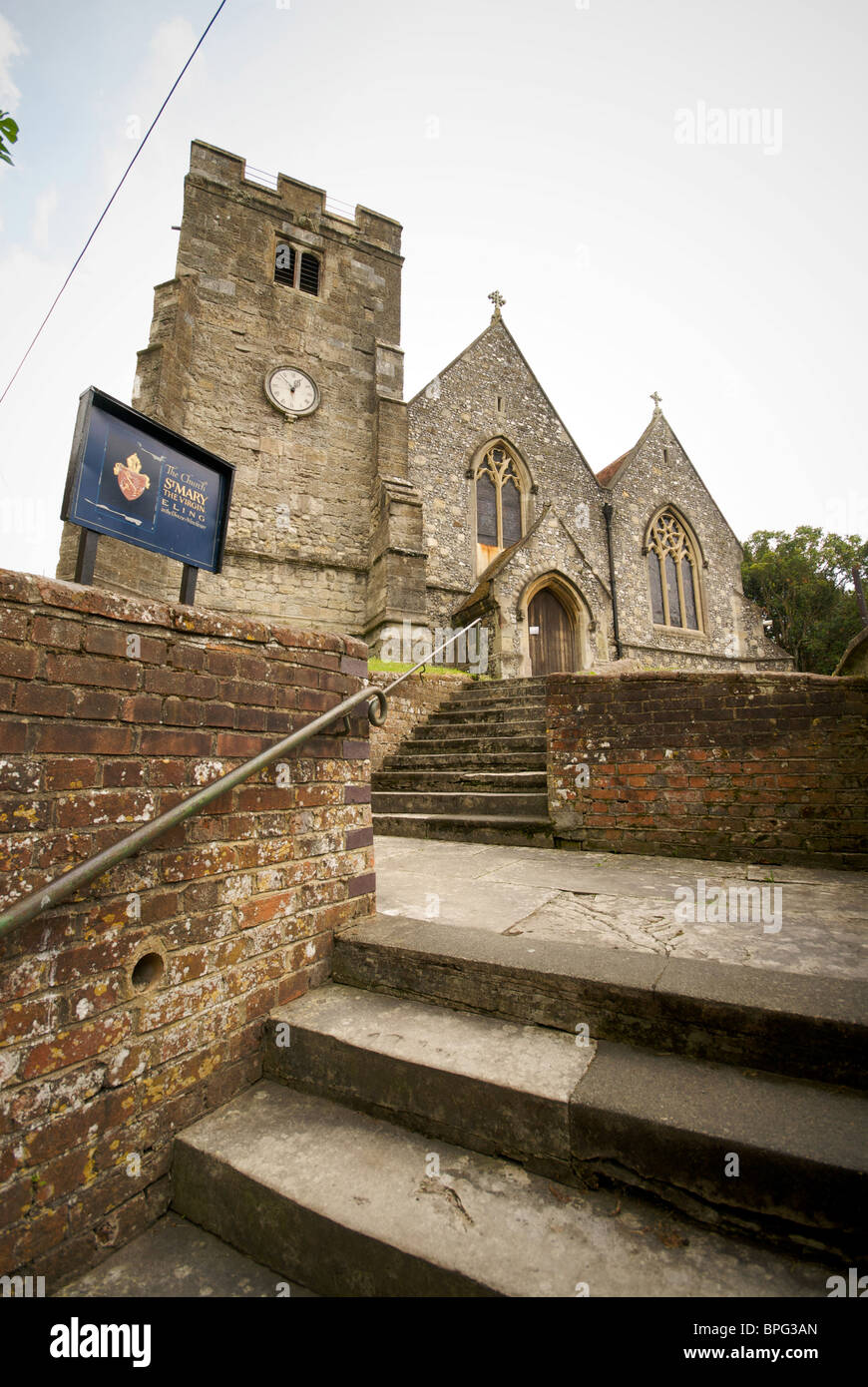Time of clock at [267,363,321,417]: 12:52
